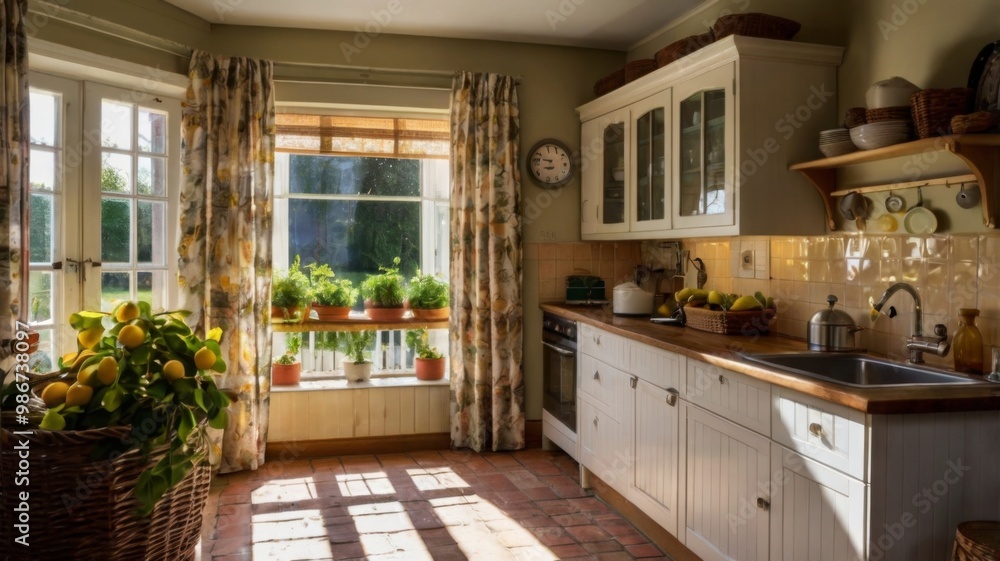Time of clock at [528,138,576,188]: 8:47
